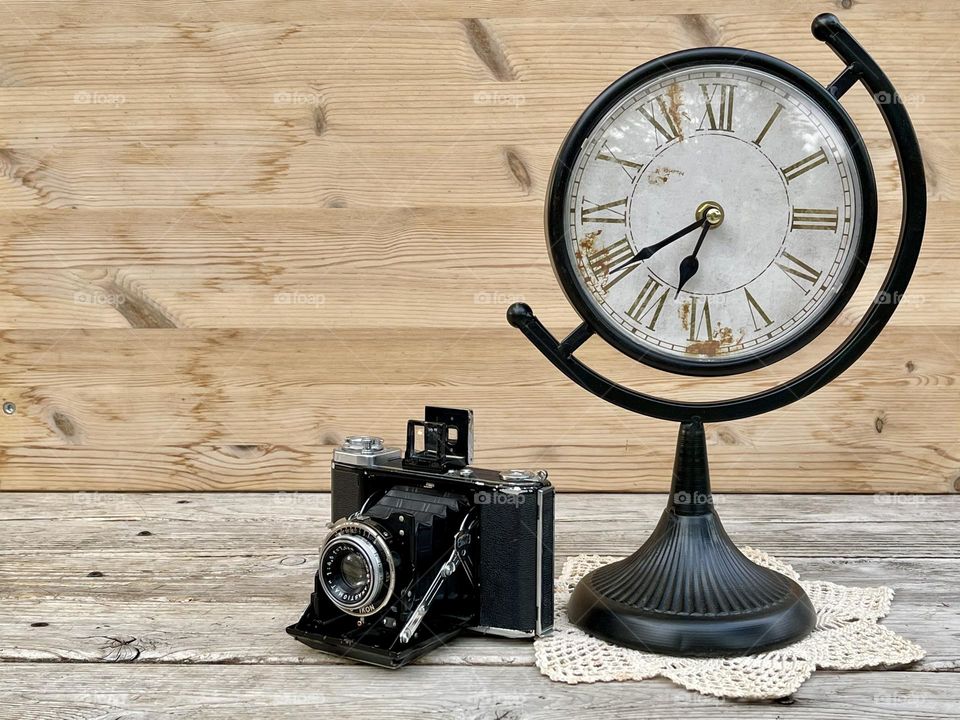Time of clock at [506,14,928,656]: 6:39
